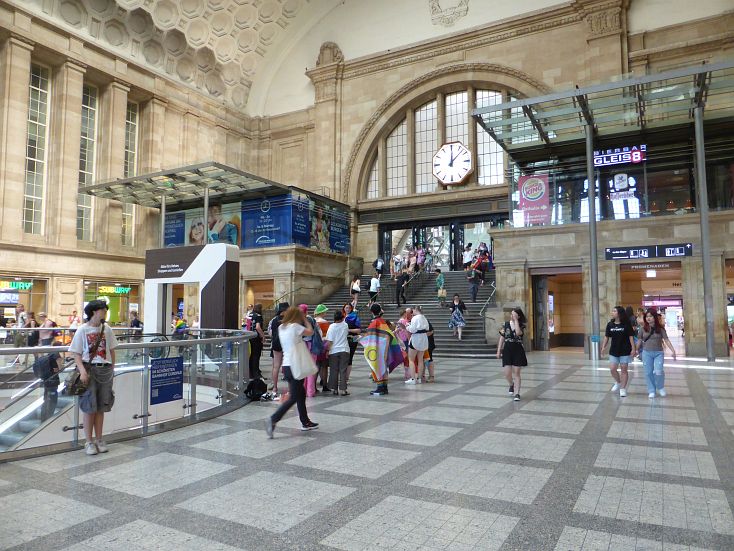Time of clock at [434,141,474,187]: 12:07
